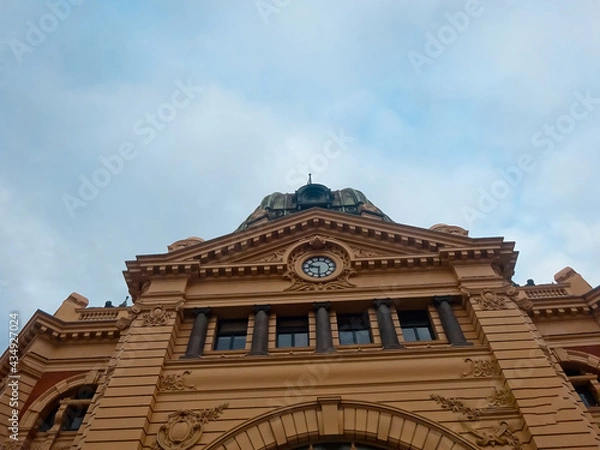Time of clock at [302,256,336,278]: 9:30
